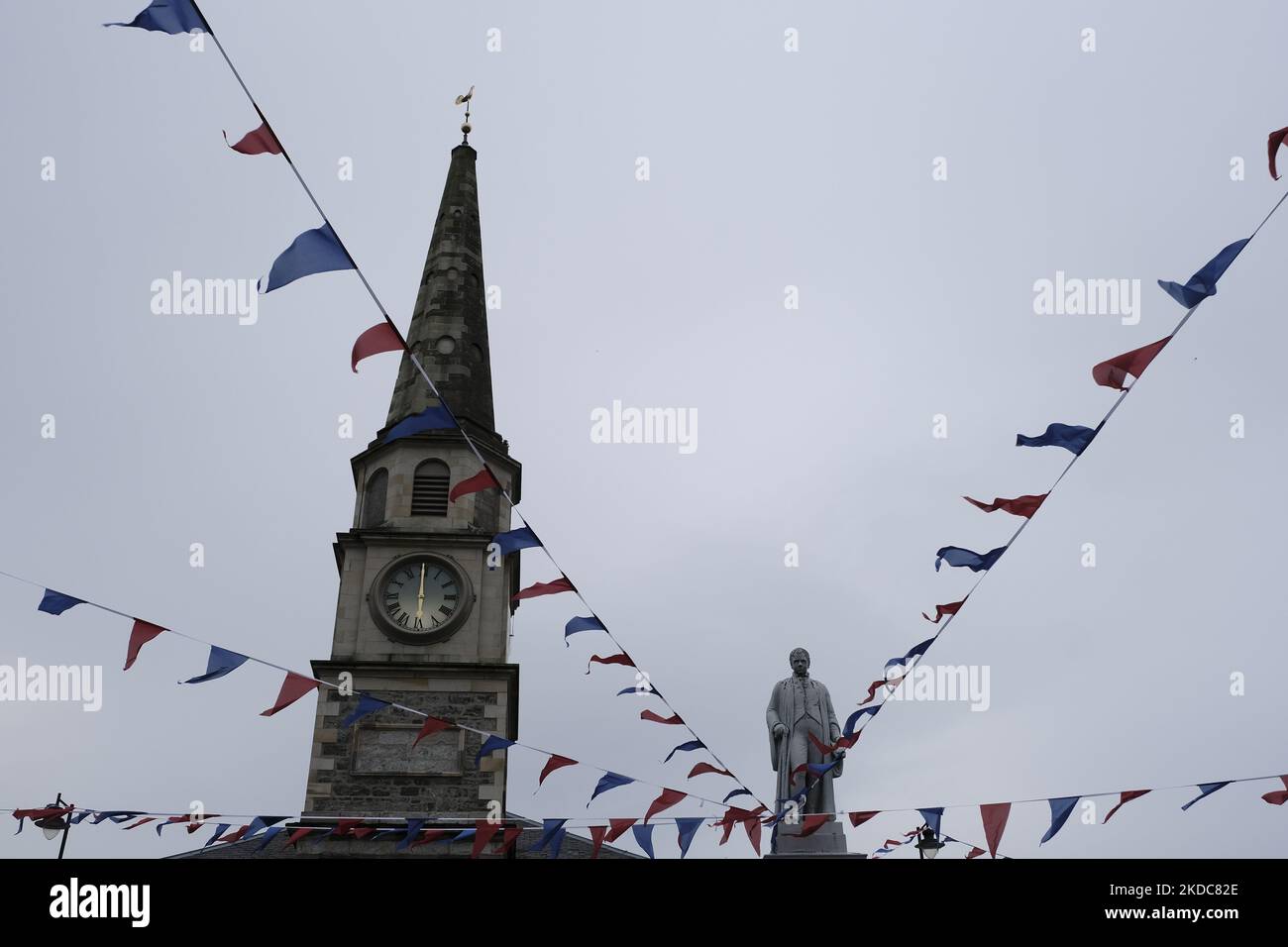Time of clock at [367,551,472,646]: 11:59
